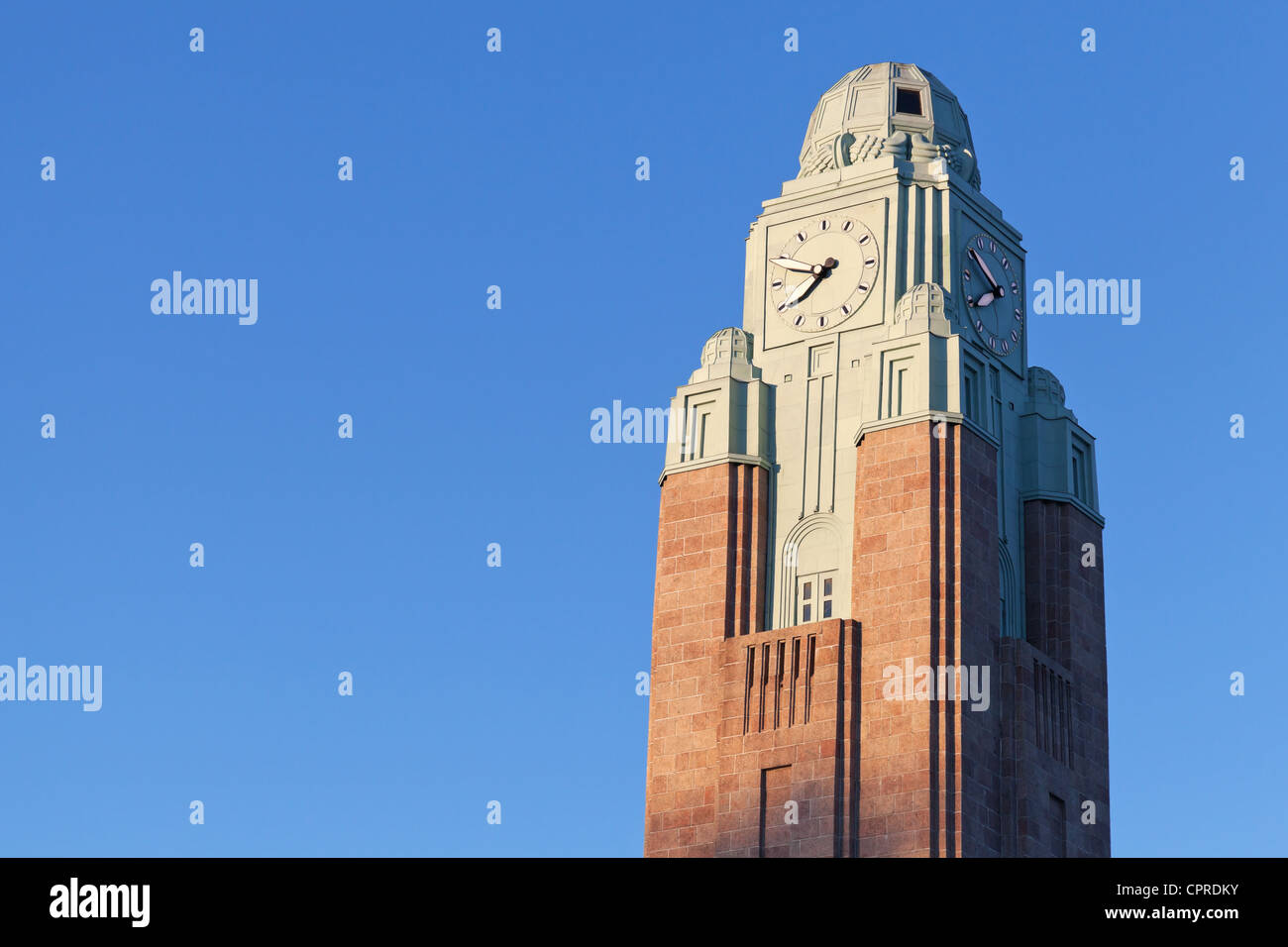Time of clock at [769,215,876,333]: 7:48
